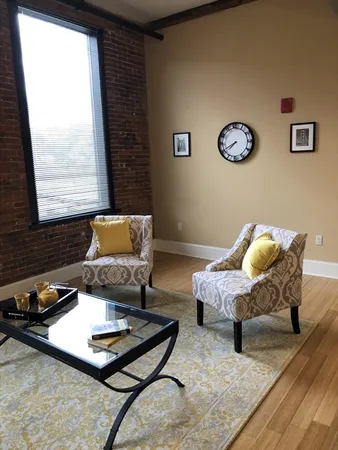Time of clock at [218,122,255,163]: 7:40
